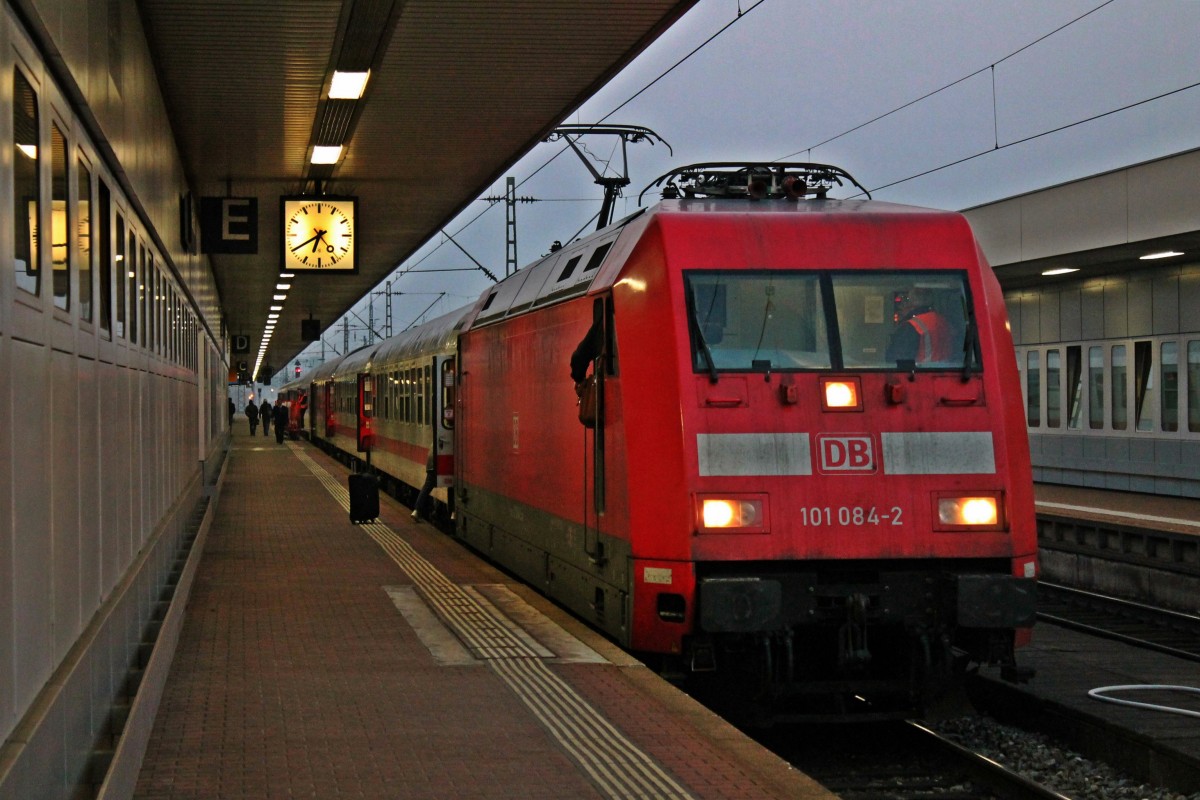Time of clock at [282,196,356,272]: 6:40
